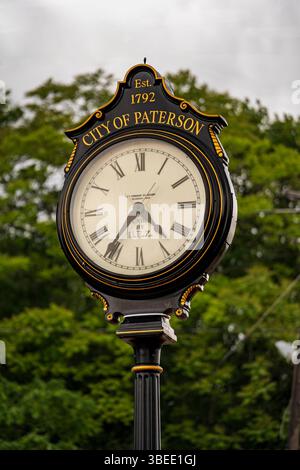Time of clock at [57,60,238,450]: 4:35
